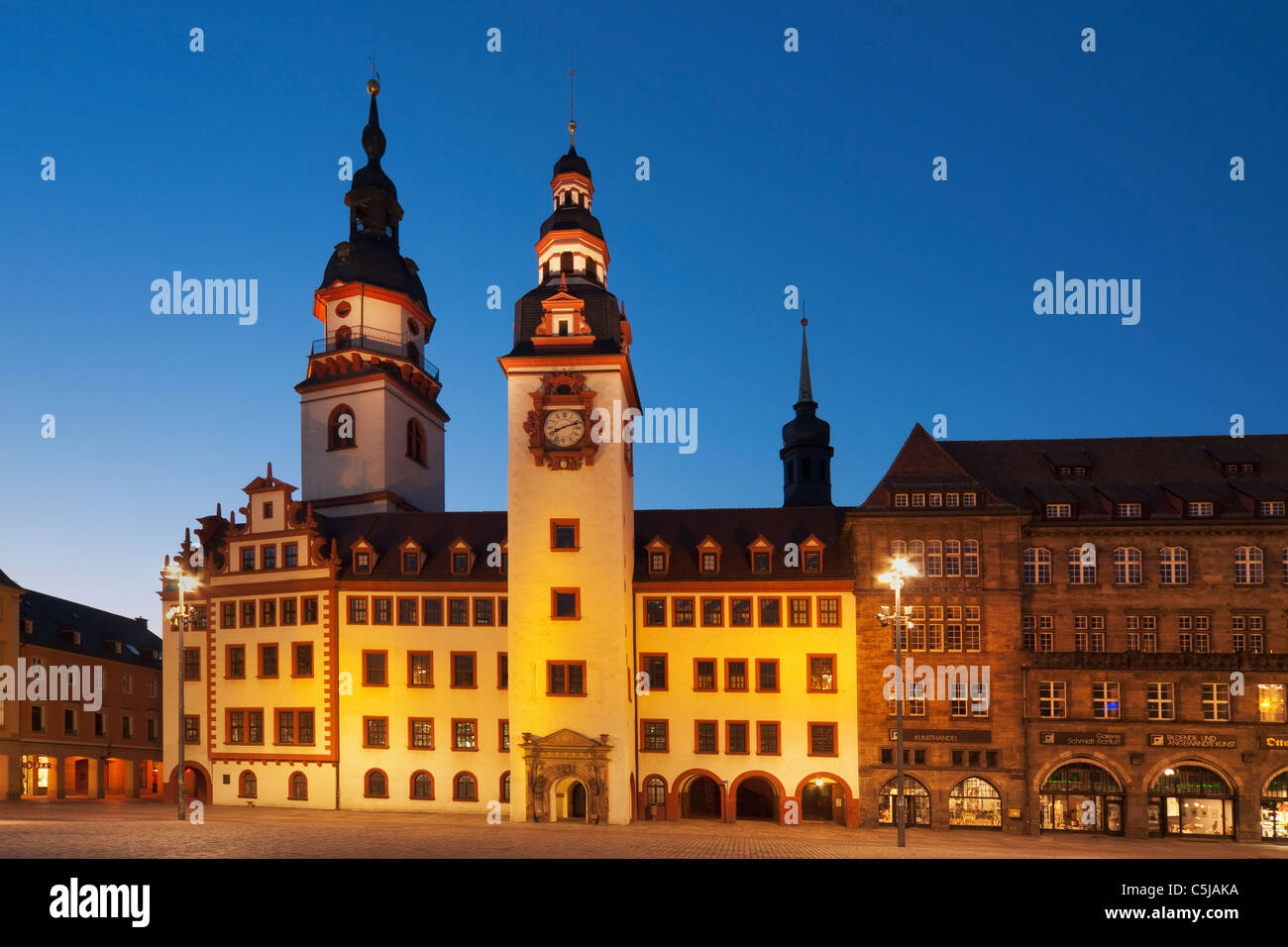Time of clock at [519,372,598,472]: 8:12
